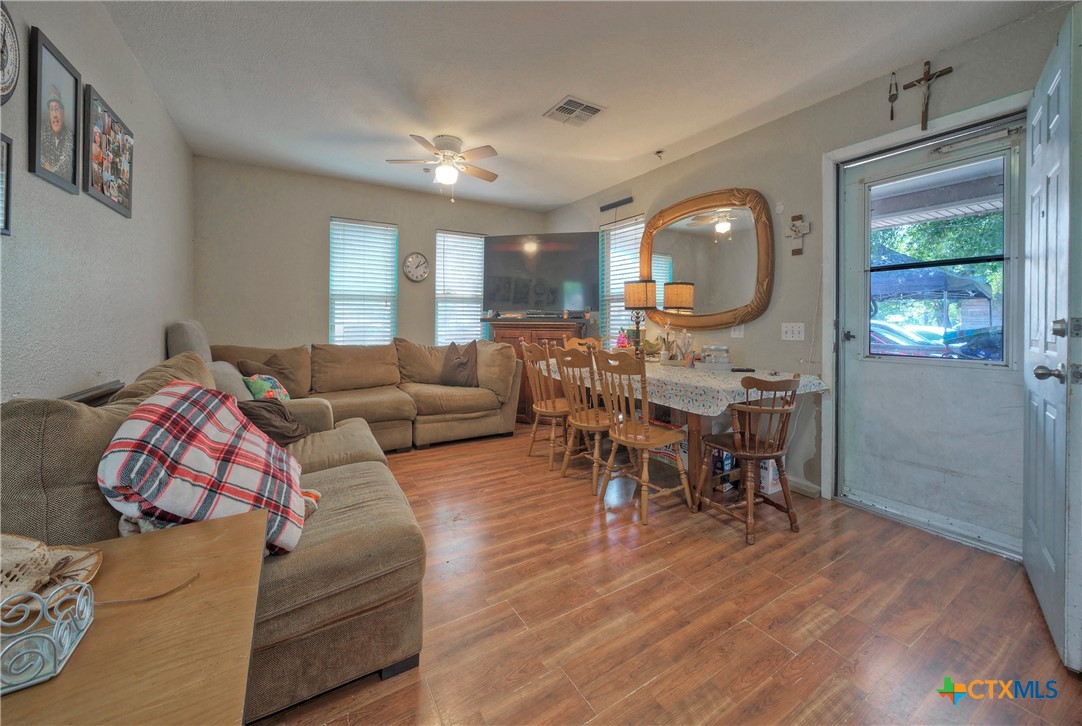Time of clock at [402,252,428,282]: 1:10
